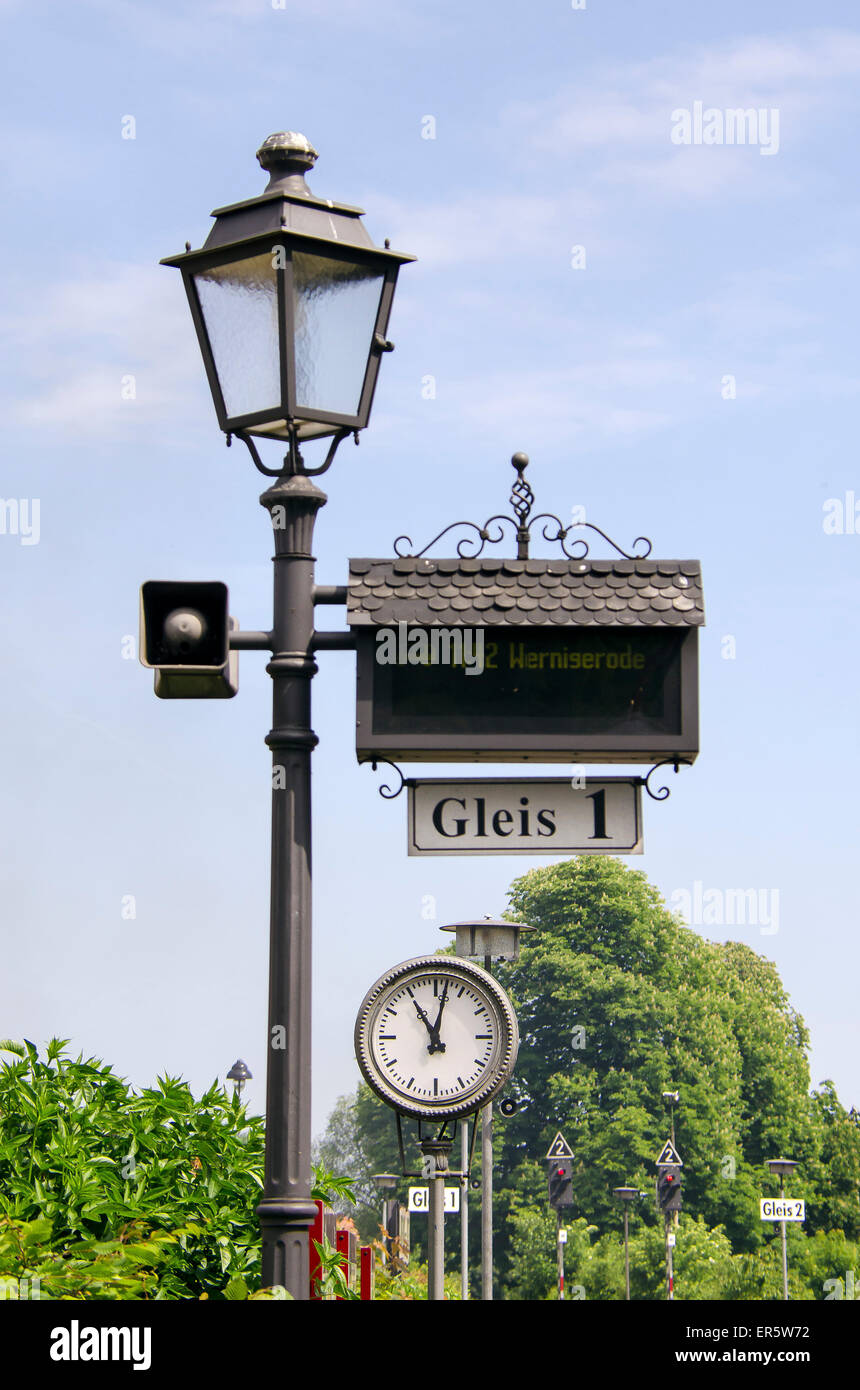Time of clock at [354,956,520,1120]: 11:02
